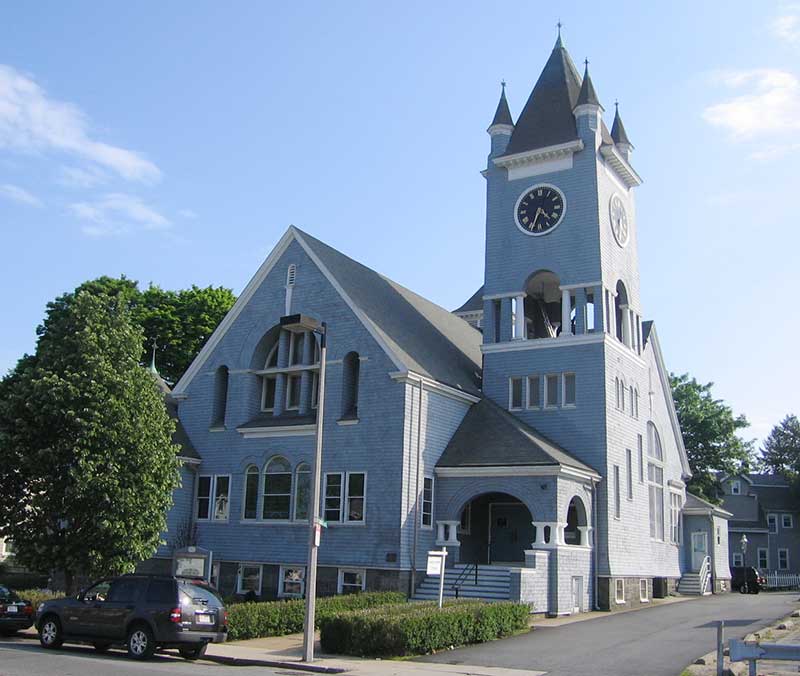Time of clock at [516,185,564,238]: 4:34
